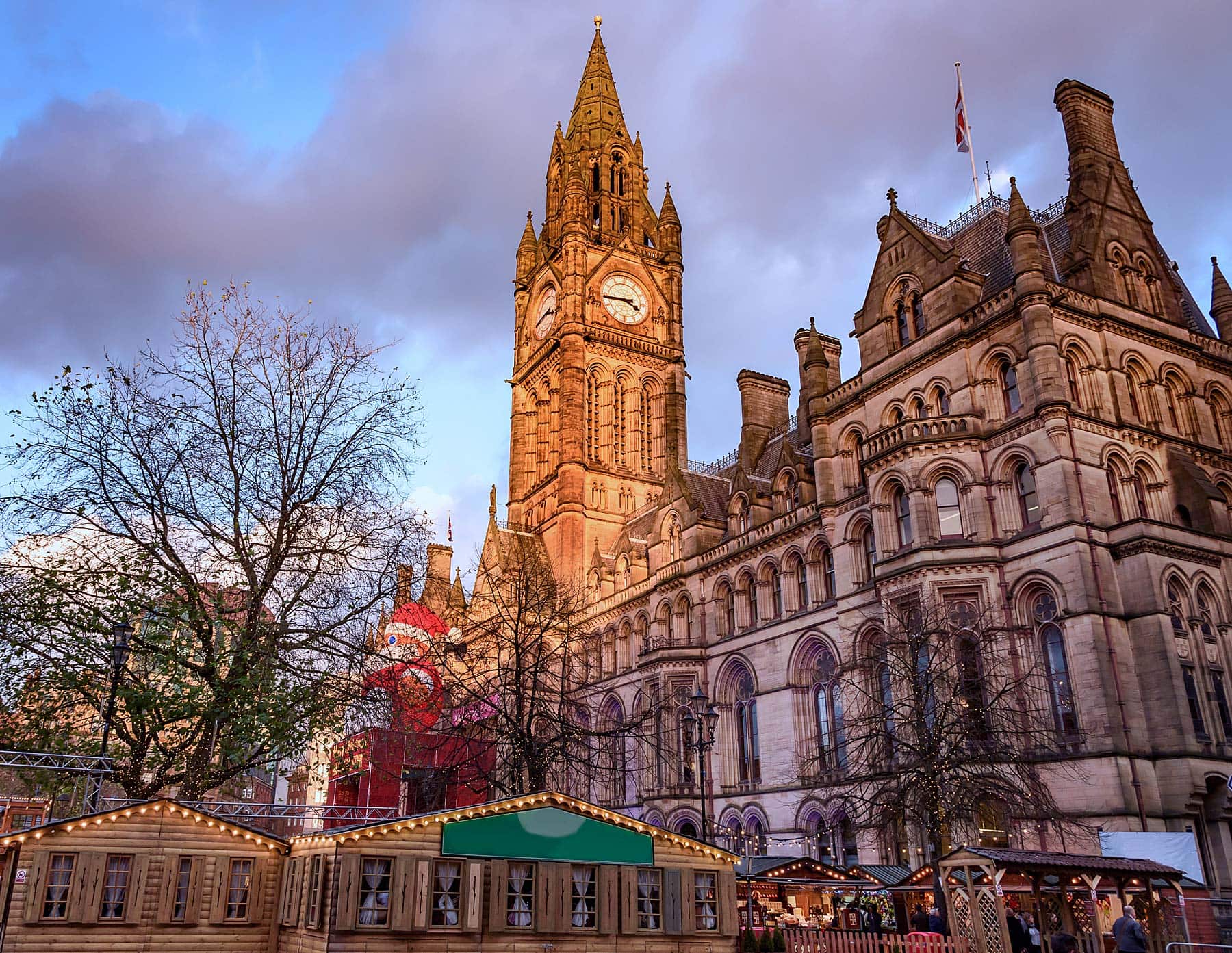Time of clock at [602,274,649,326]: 3:44
